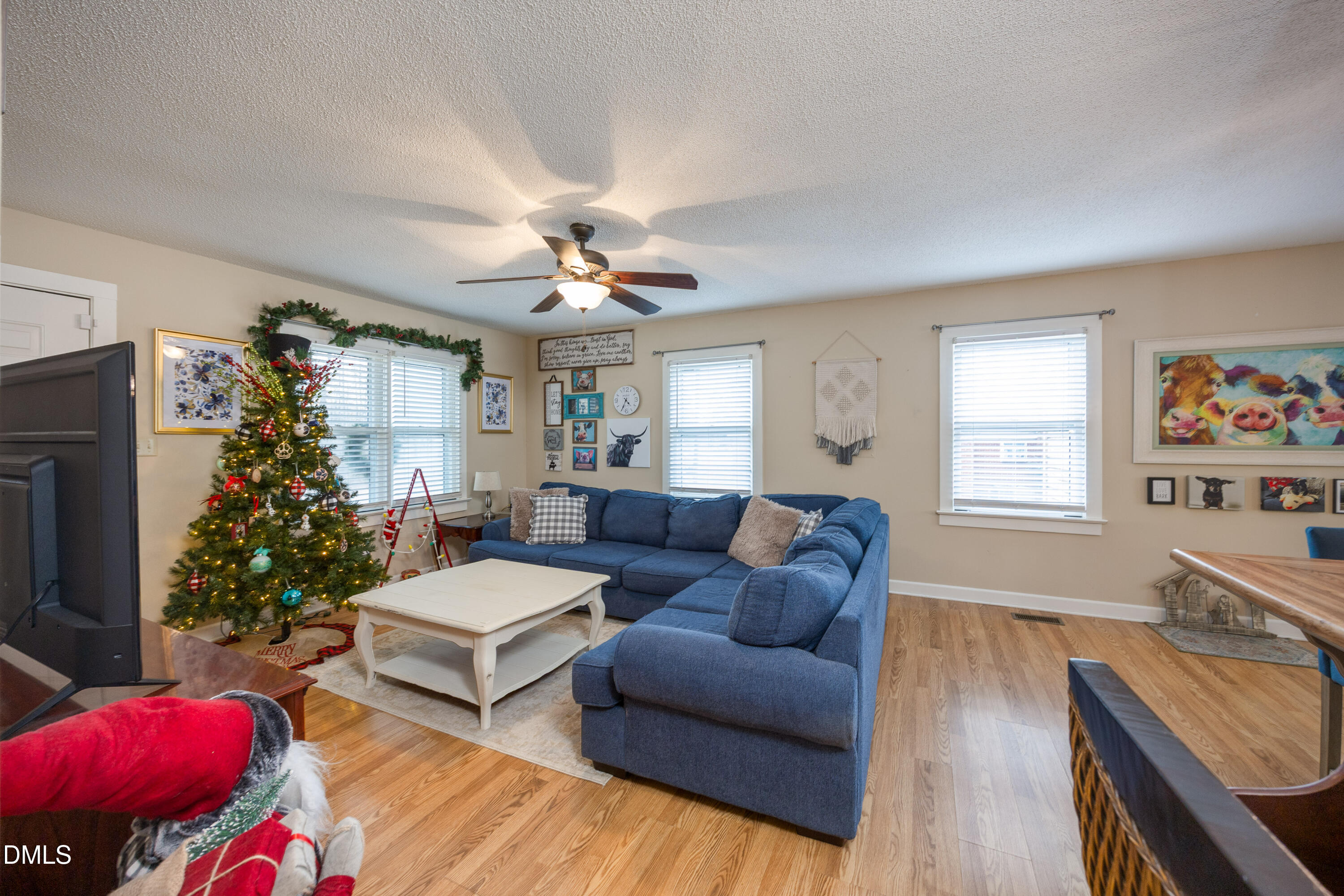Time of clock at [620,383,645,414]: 4:34
